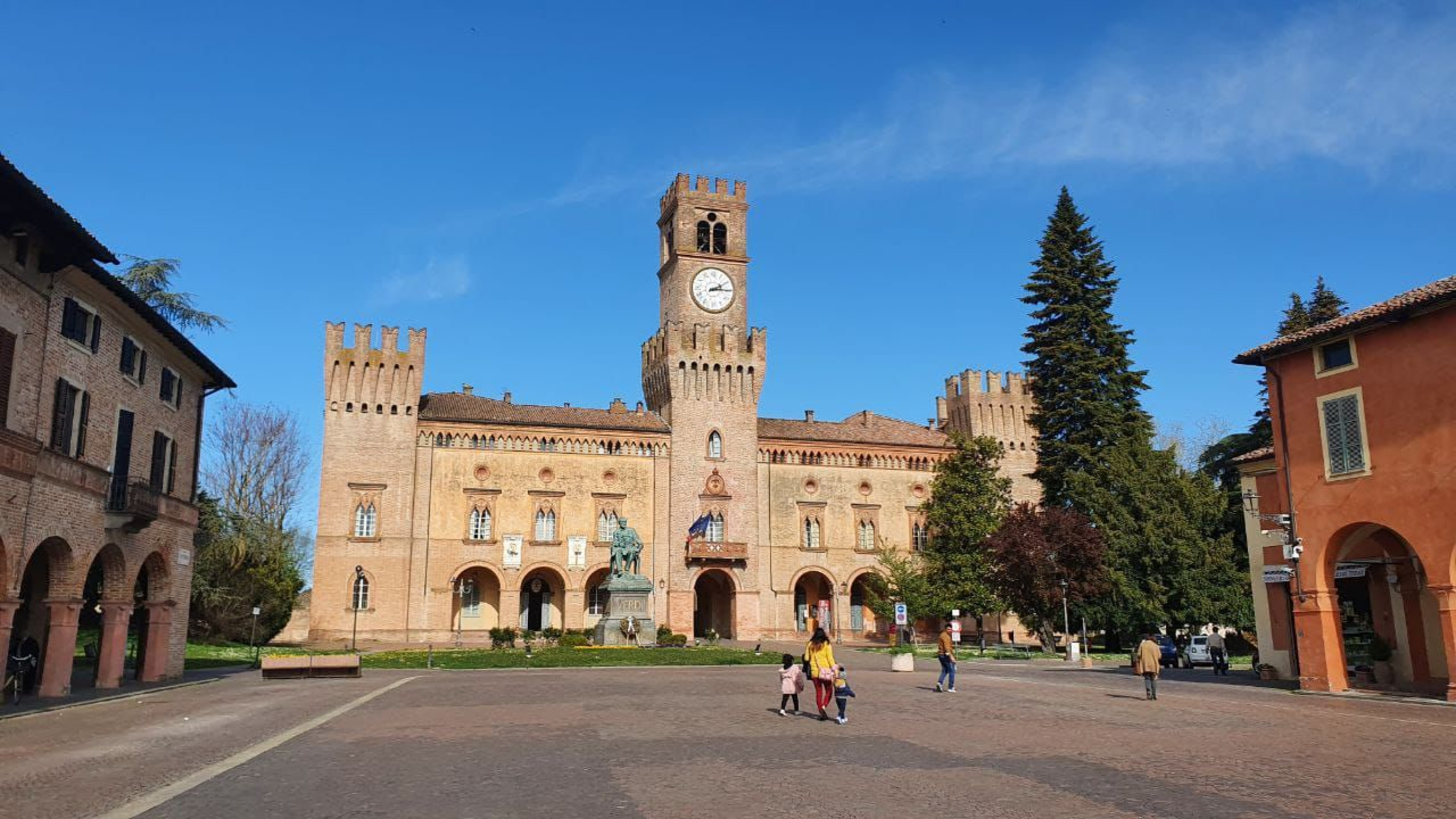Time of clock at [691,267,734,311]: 2:14
